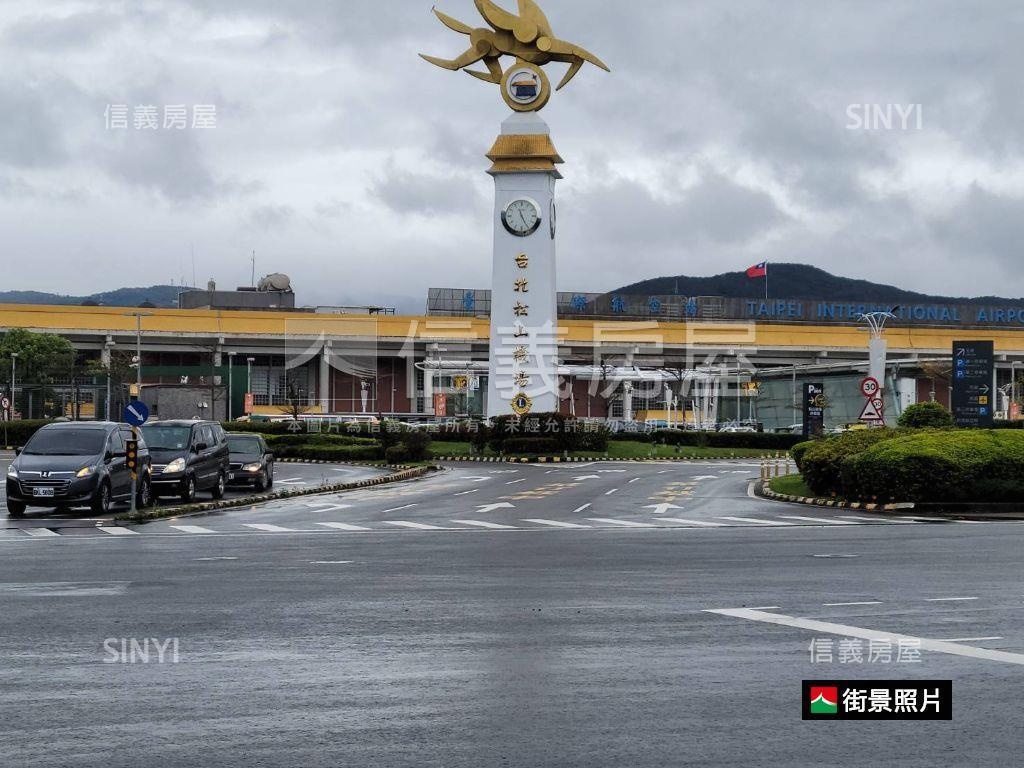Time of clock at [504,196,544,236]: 11:25
